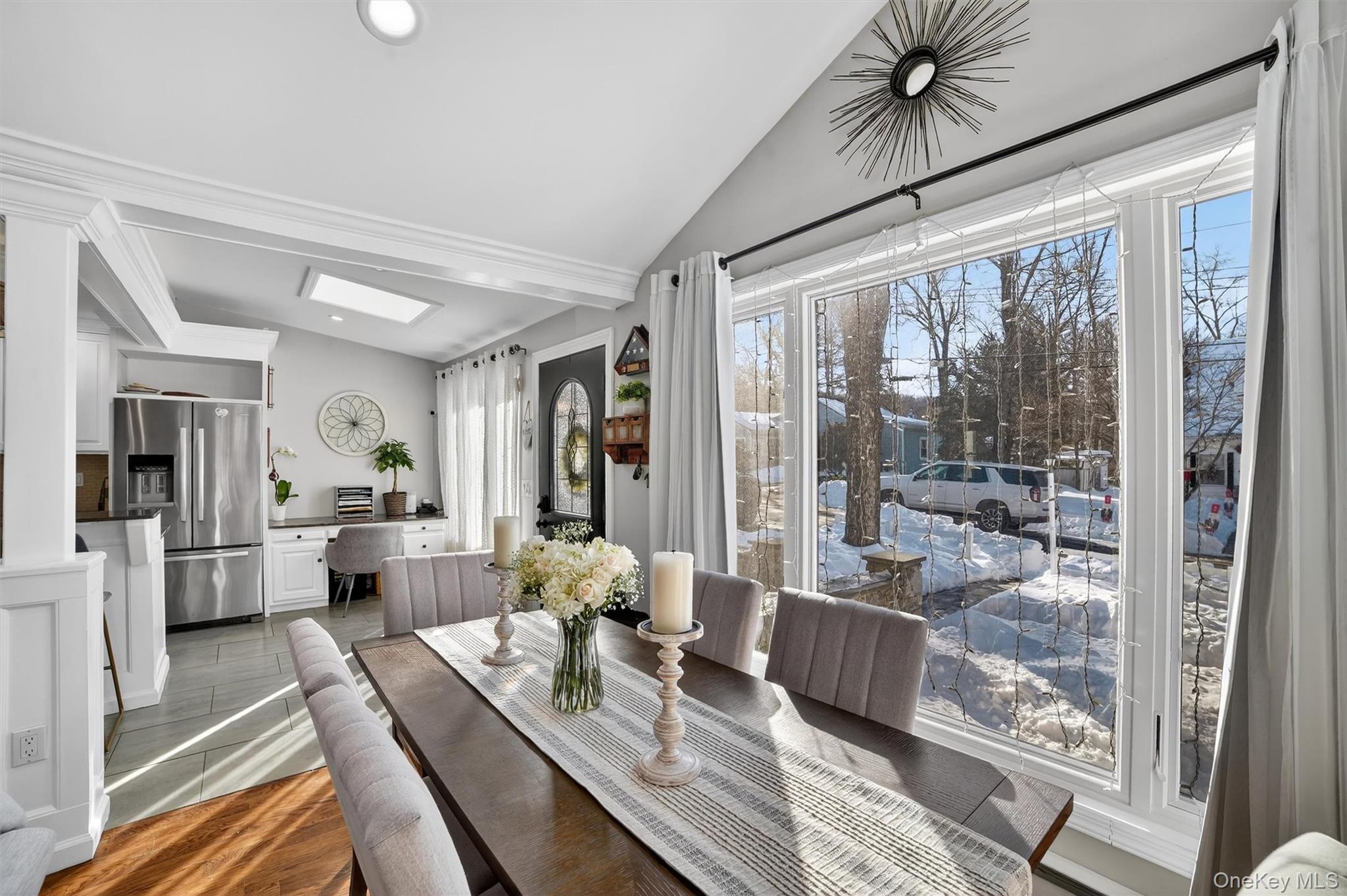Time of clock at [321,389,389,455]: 9:01
